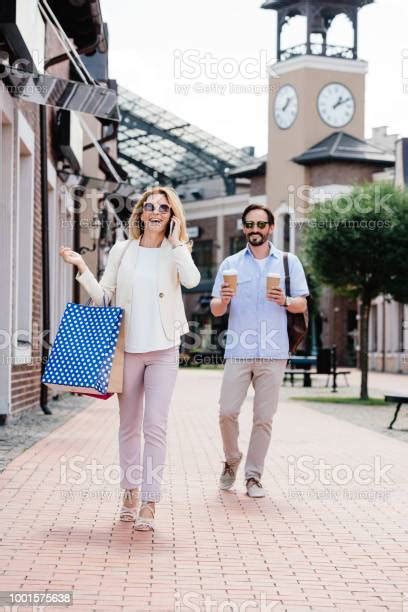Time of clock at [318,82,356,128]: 1:10
